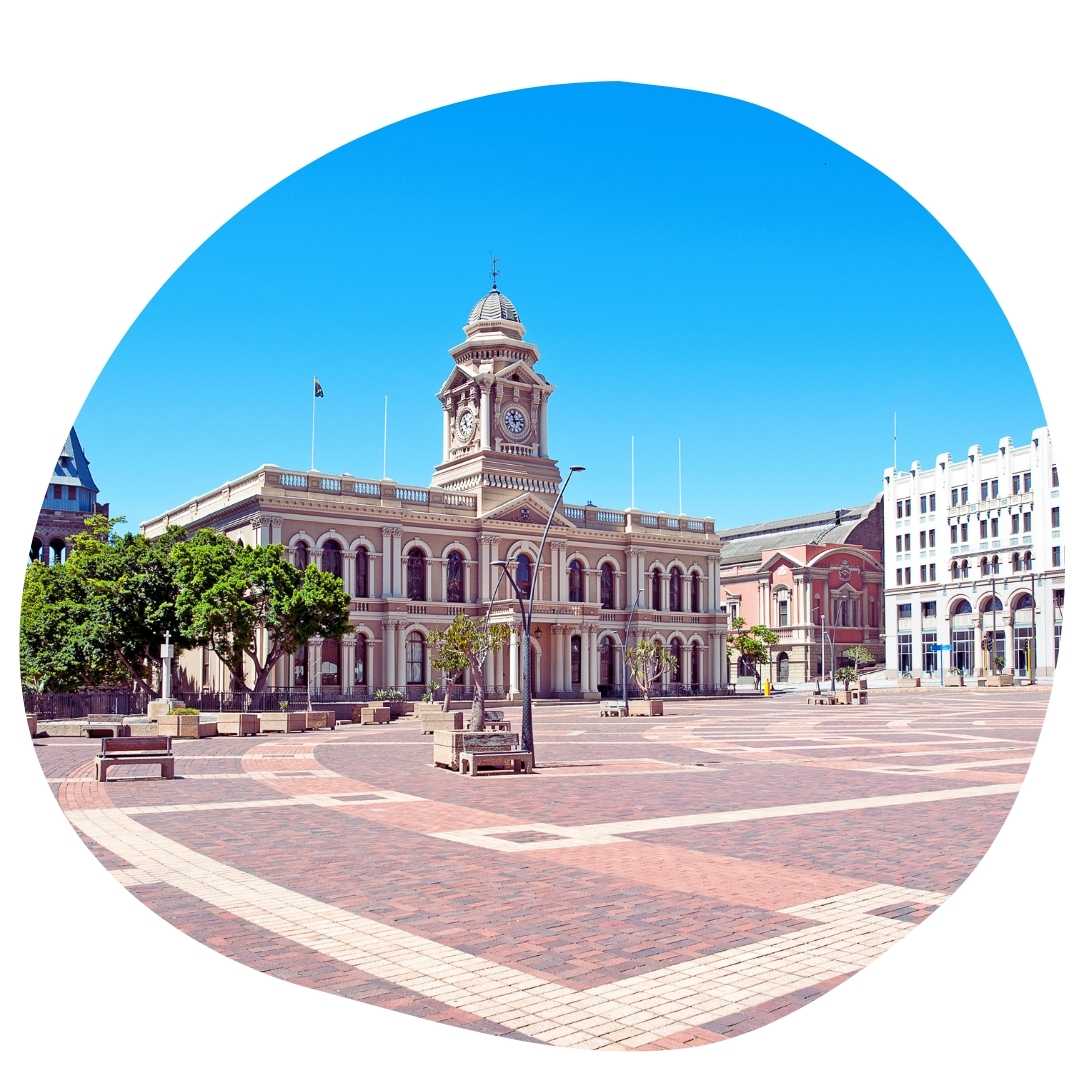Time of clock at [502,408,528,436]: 11:12
